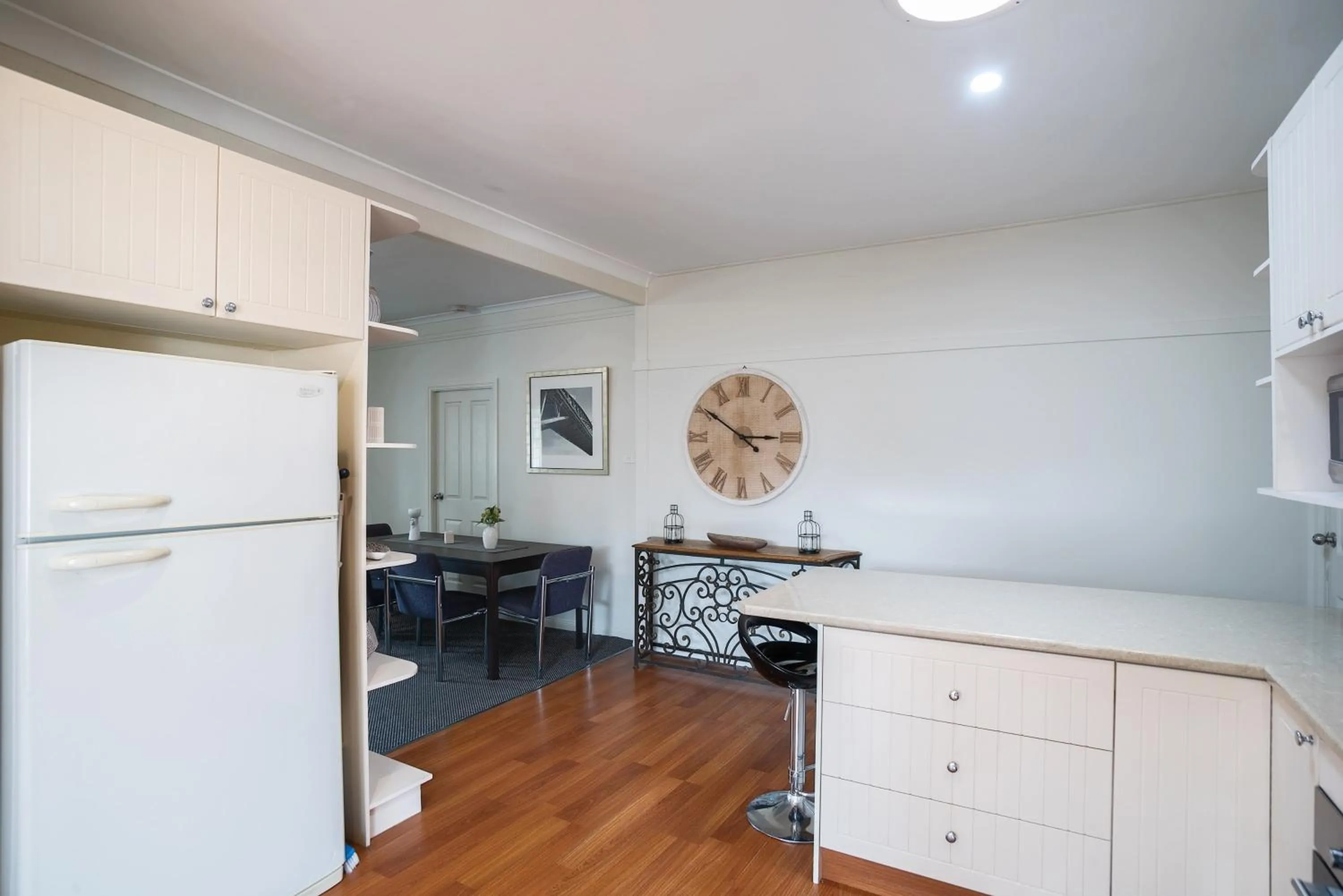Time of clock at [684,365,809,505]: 2:50
